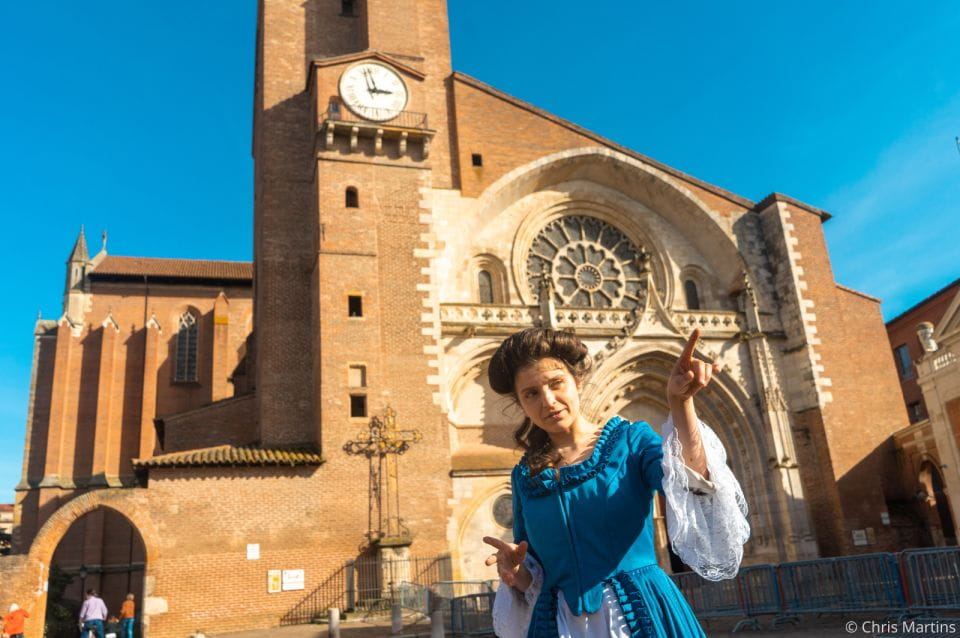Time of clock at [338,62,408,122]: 2:58
